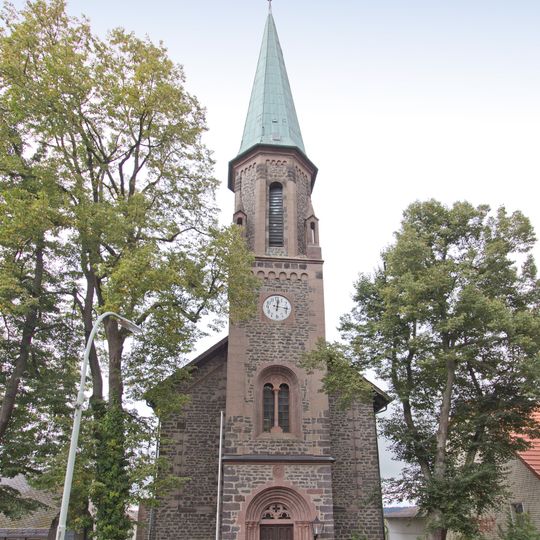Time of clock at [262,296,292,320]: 12:16
